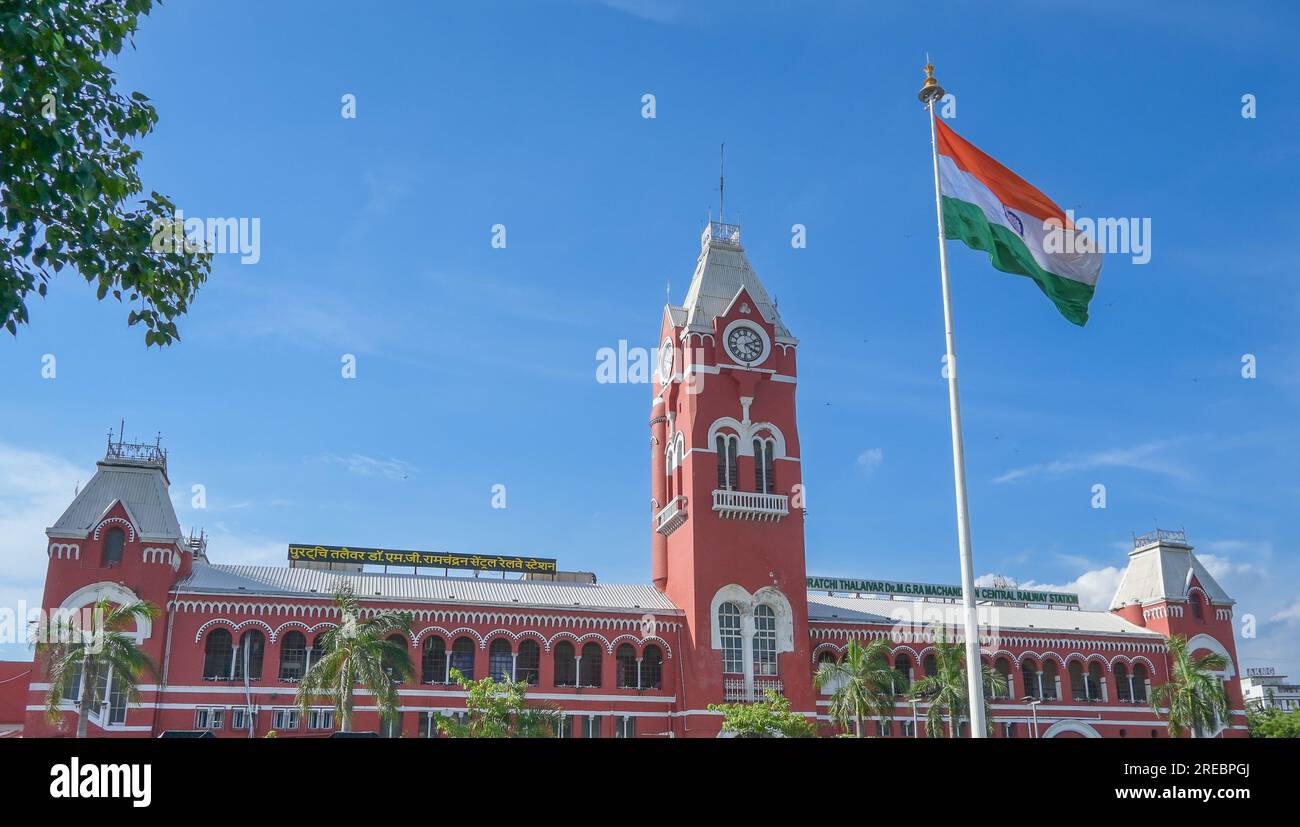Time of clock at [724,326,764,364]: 4:11
